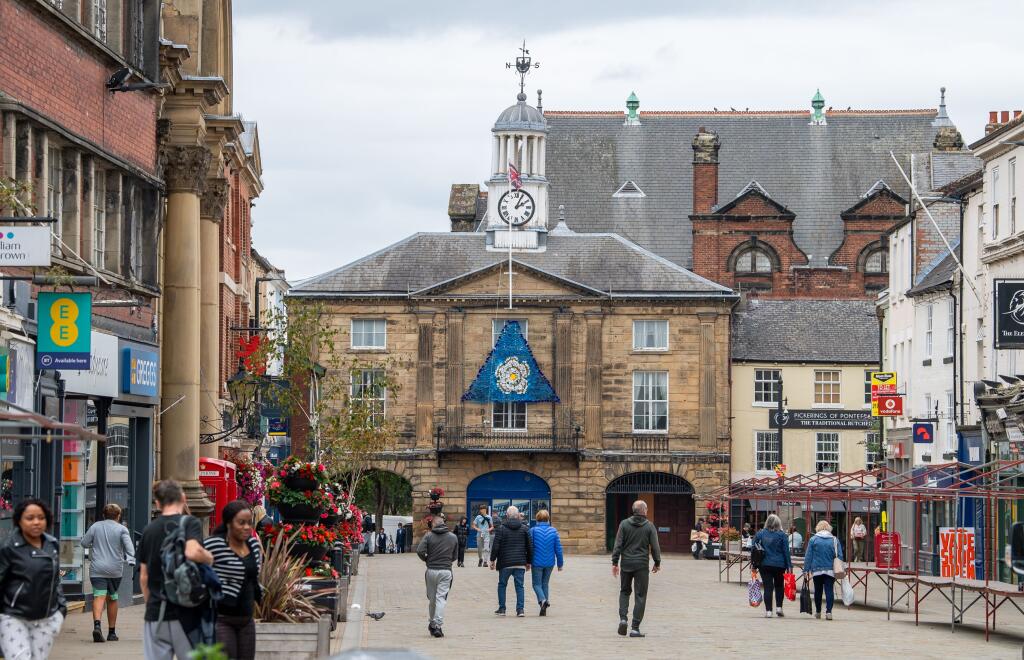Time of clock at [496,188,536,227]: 2:04
